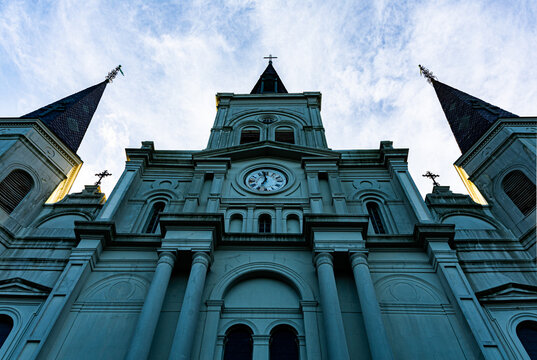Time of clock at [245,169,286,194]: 6:58
